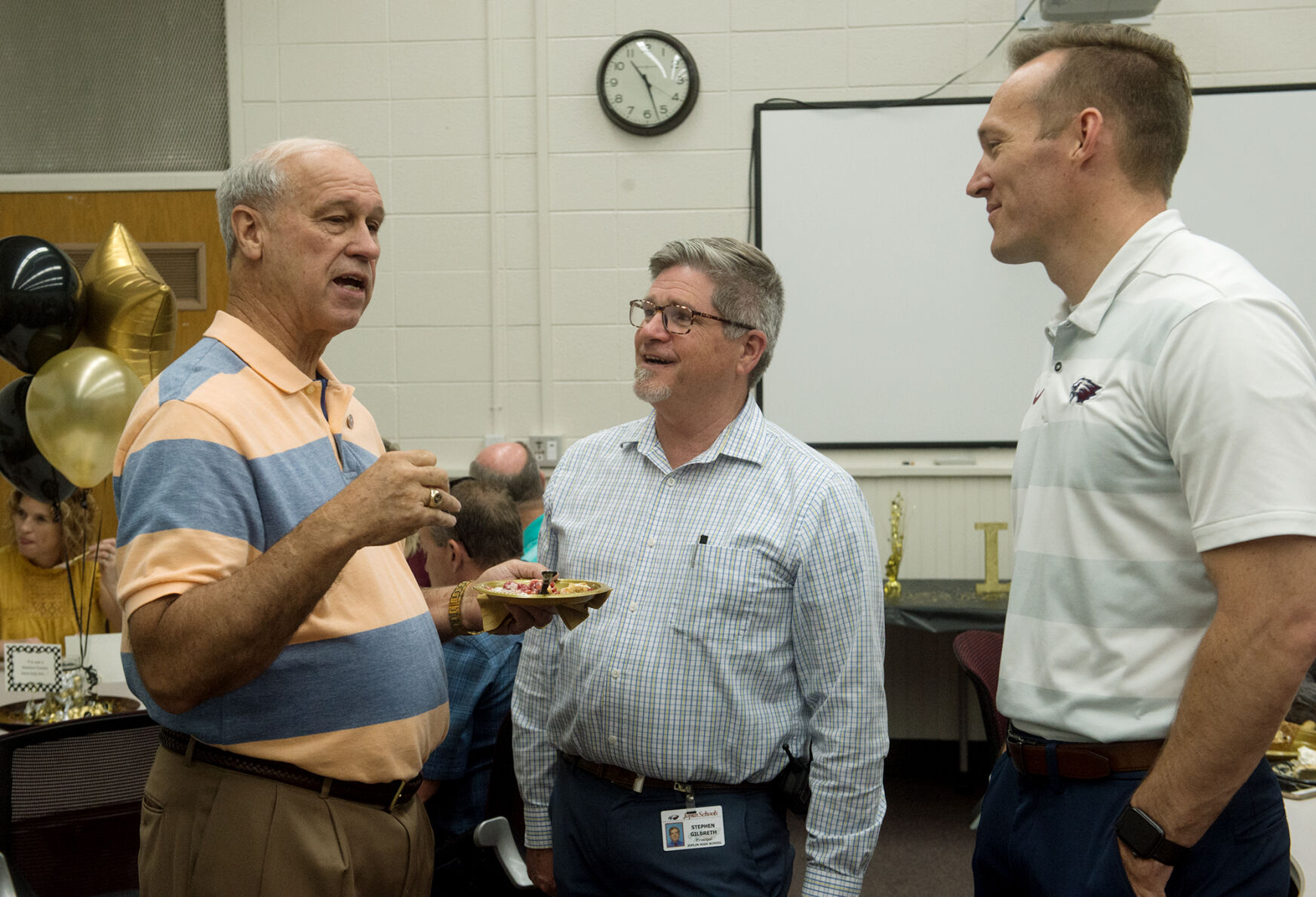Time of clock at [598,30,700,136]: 10:27
